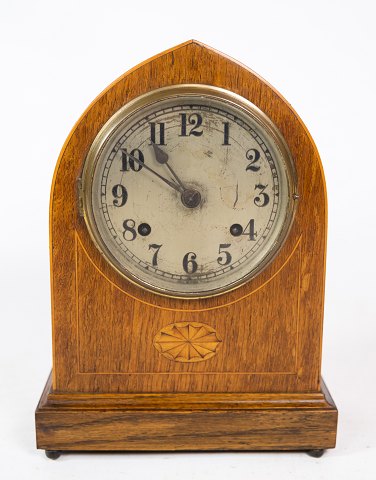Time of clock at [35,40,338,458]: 10:50
